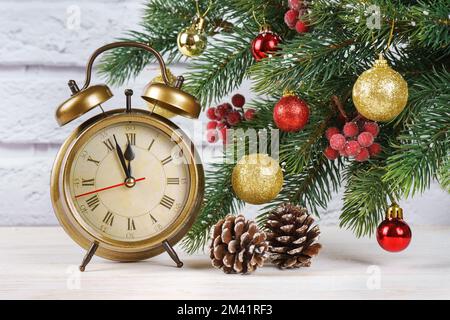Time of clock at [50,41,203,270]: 11:56
